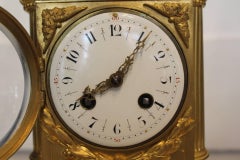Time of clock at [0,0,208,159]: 8:06
